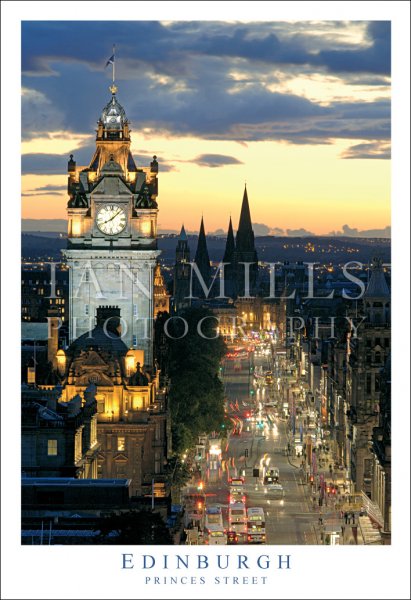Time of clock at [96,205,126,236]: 8:07
